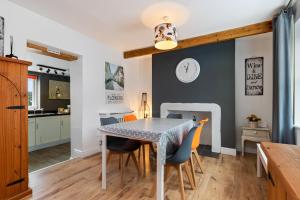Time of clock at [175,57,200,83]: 11:02
